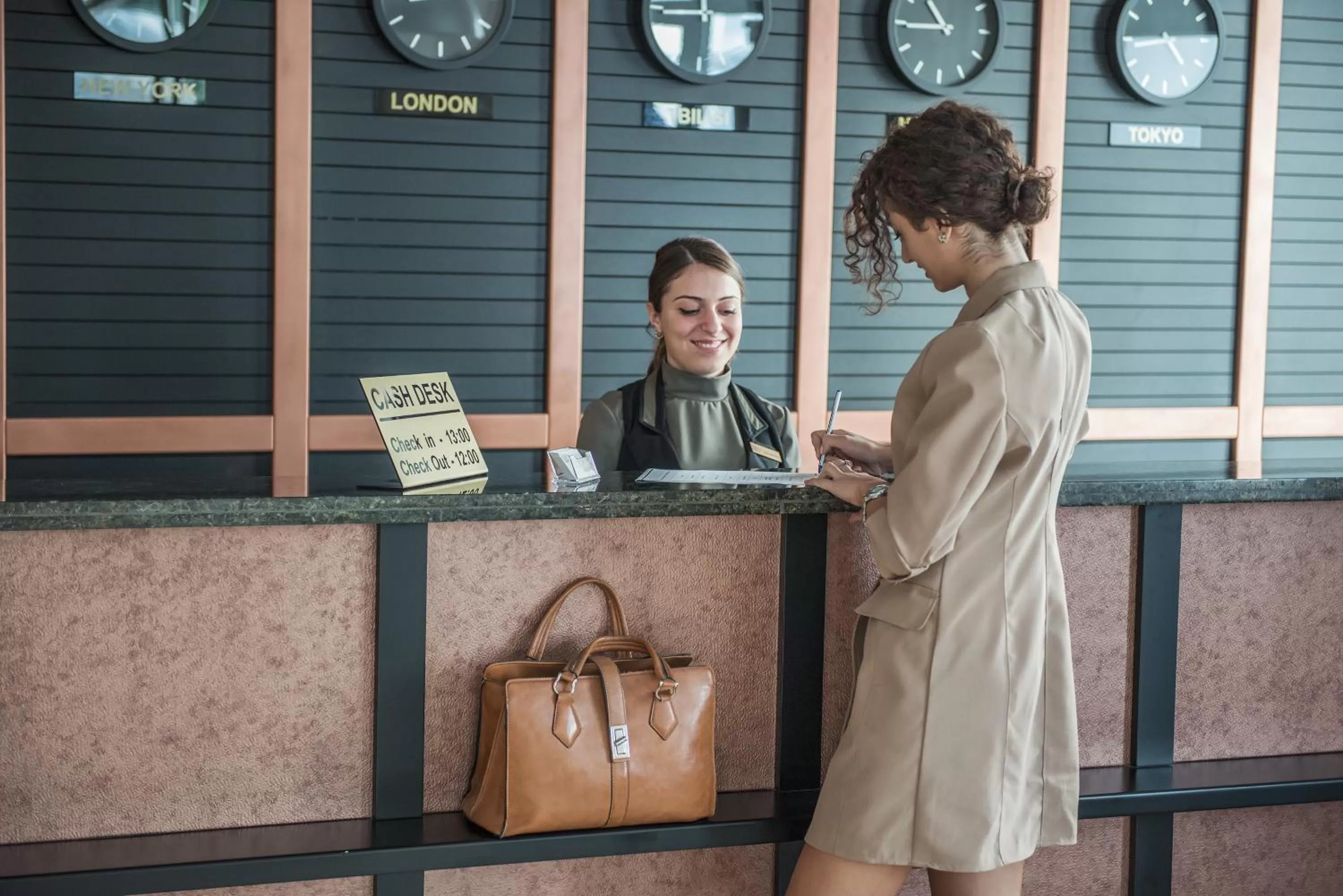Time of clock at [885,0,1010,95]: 10:44
